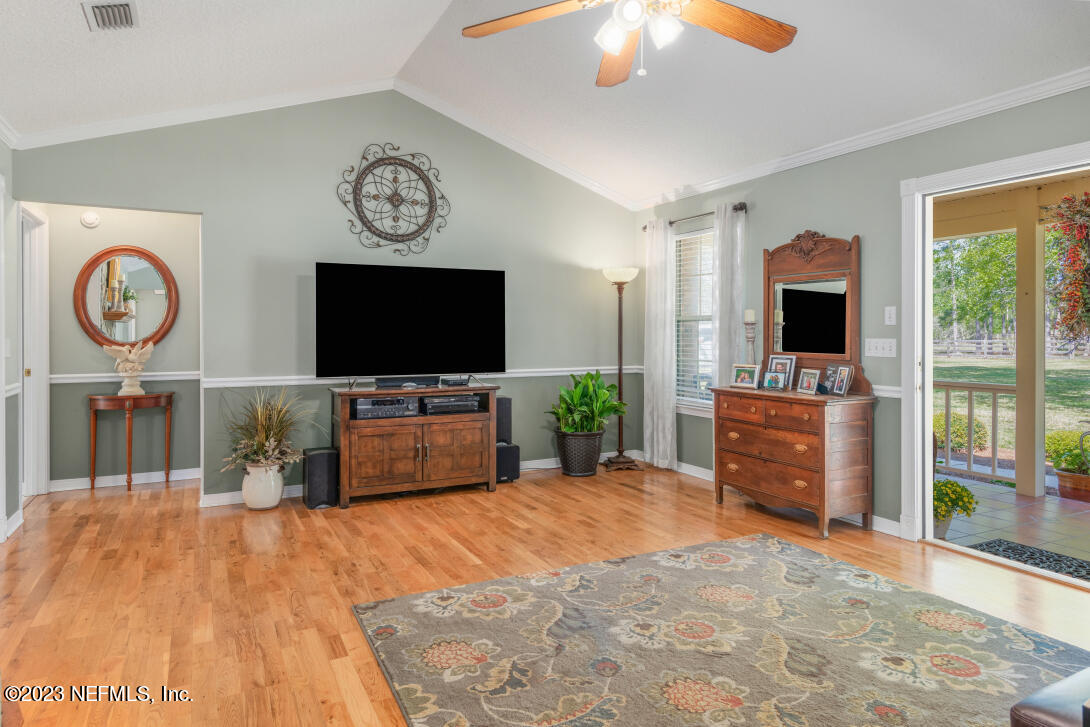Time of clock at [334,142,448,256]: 9:01
